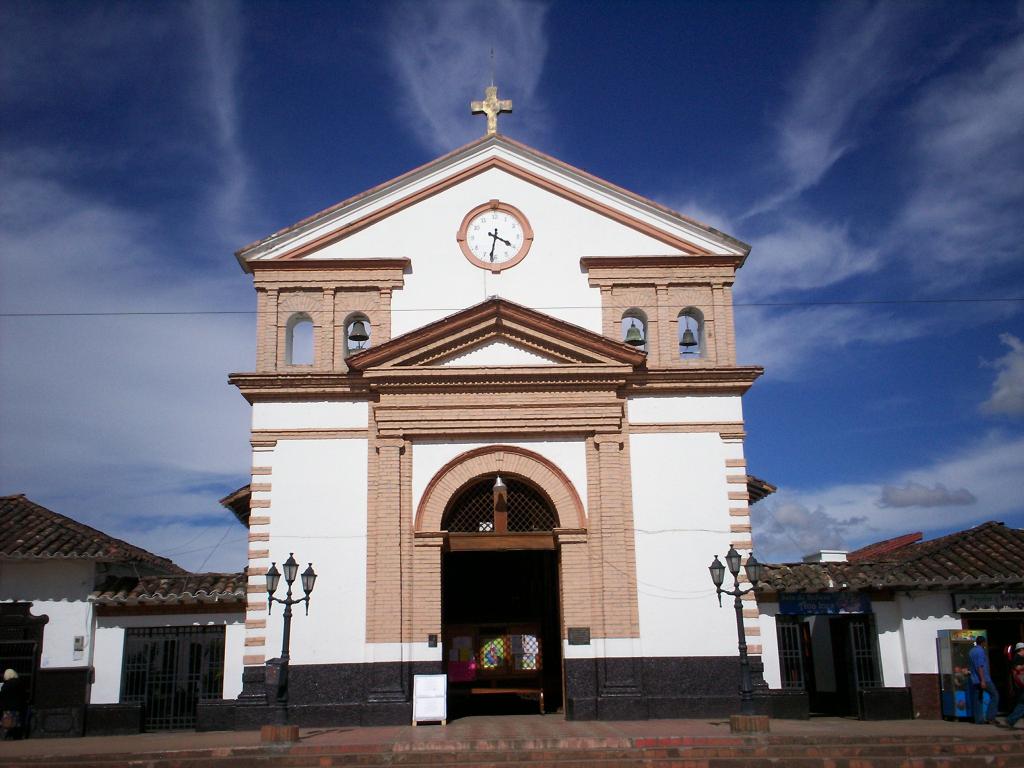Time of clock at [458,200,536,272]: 3:31
